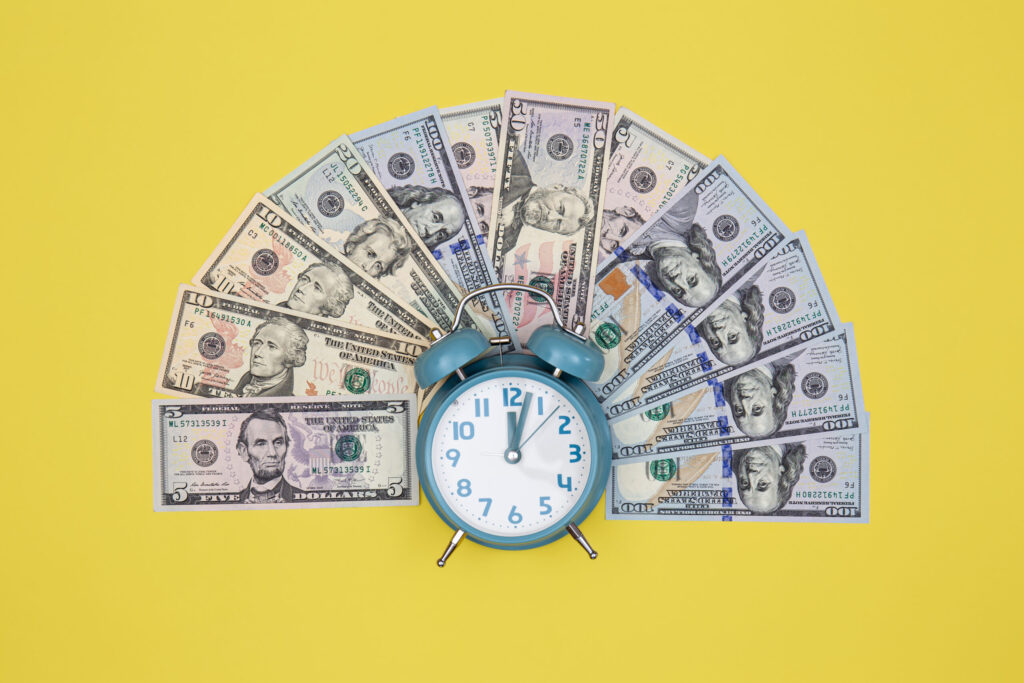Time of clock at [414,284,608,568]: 12:03
